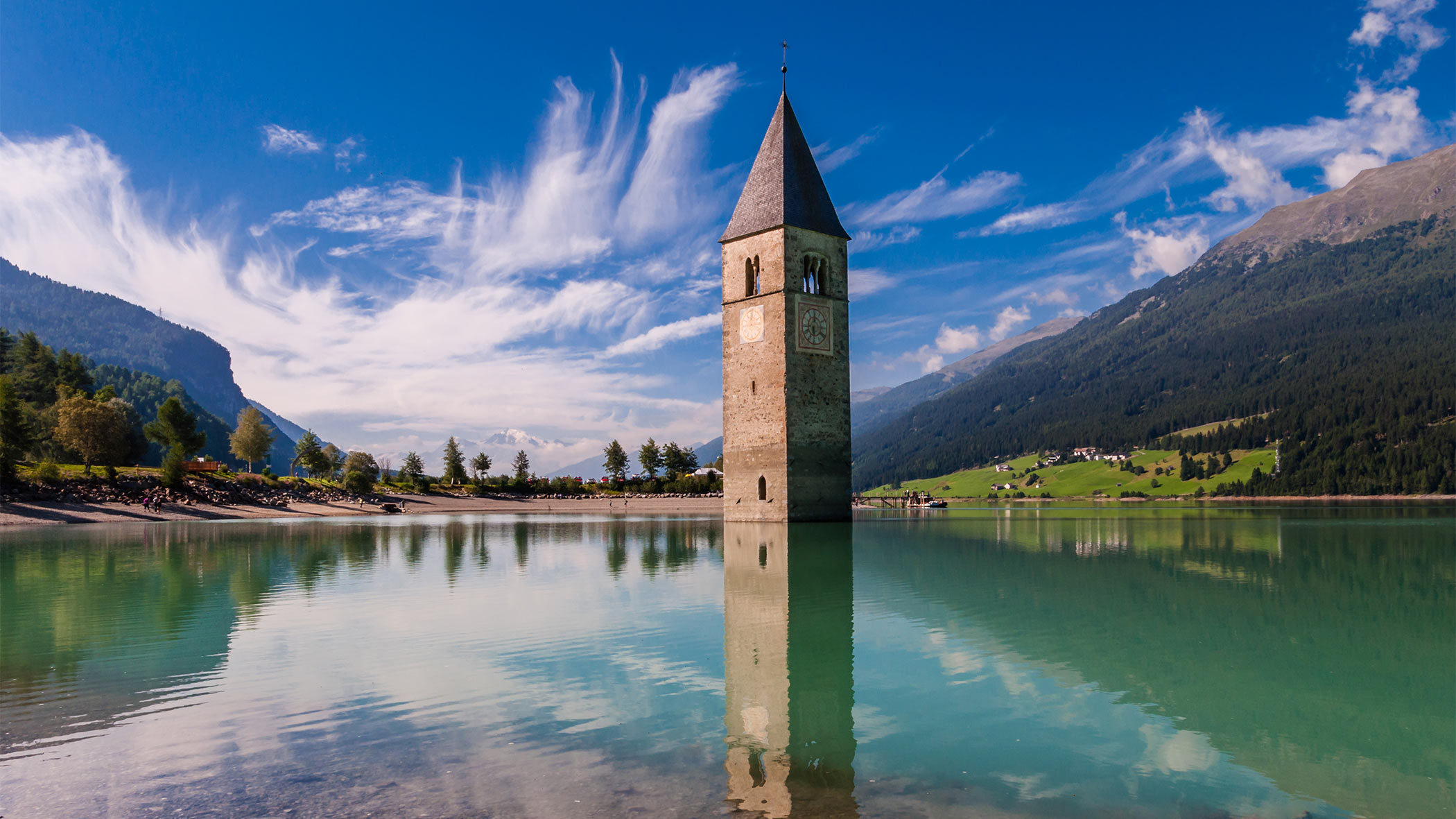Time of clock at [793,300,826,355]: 5:59
